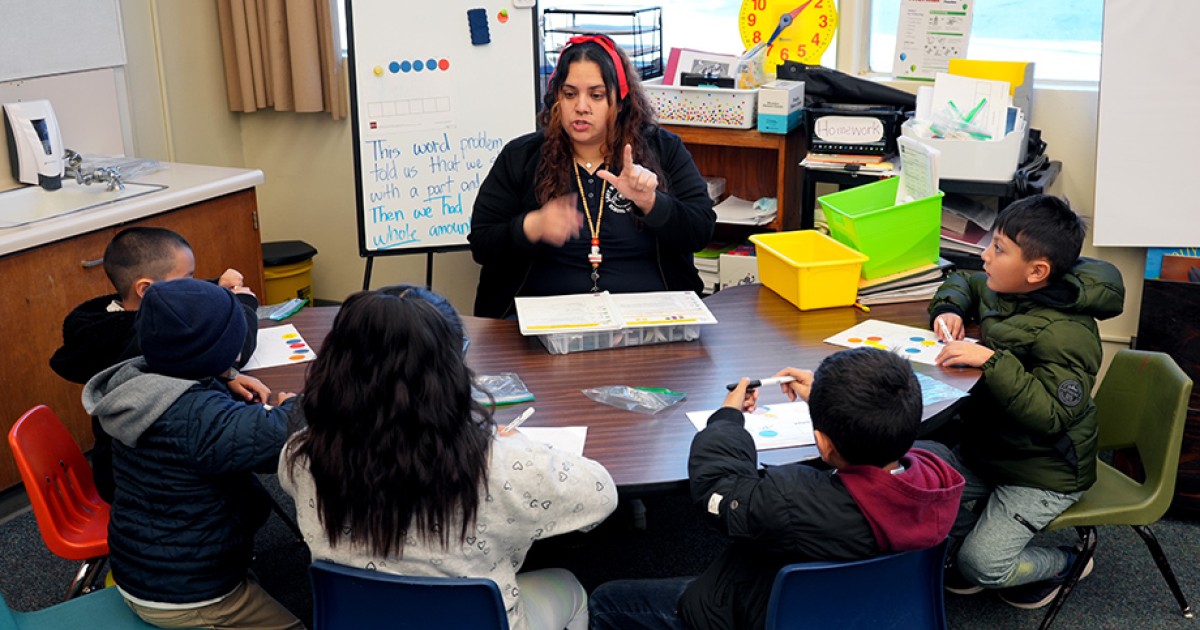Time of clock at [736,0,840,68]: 7:08
